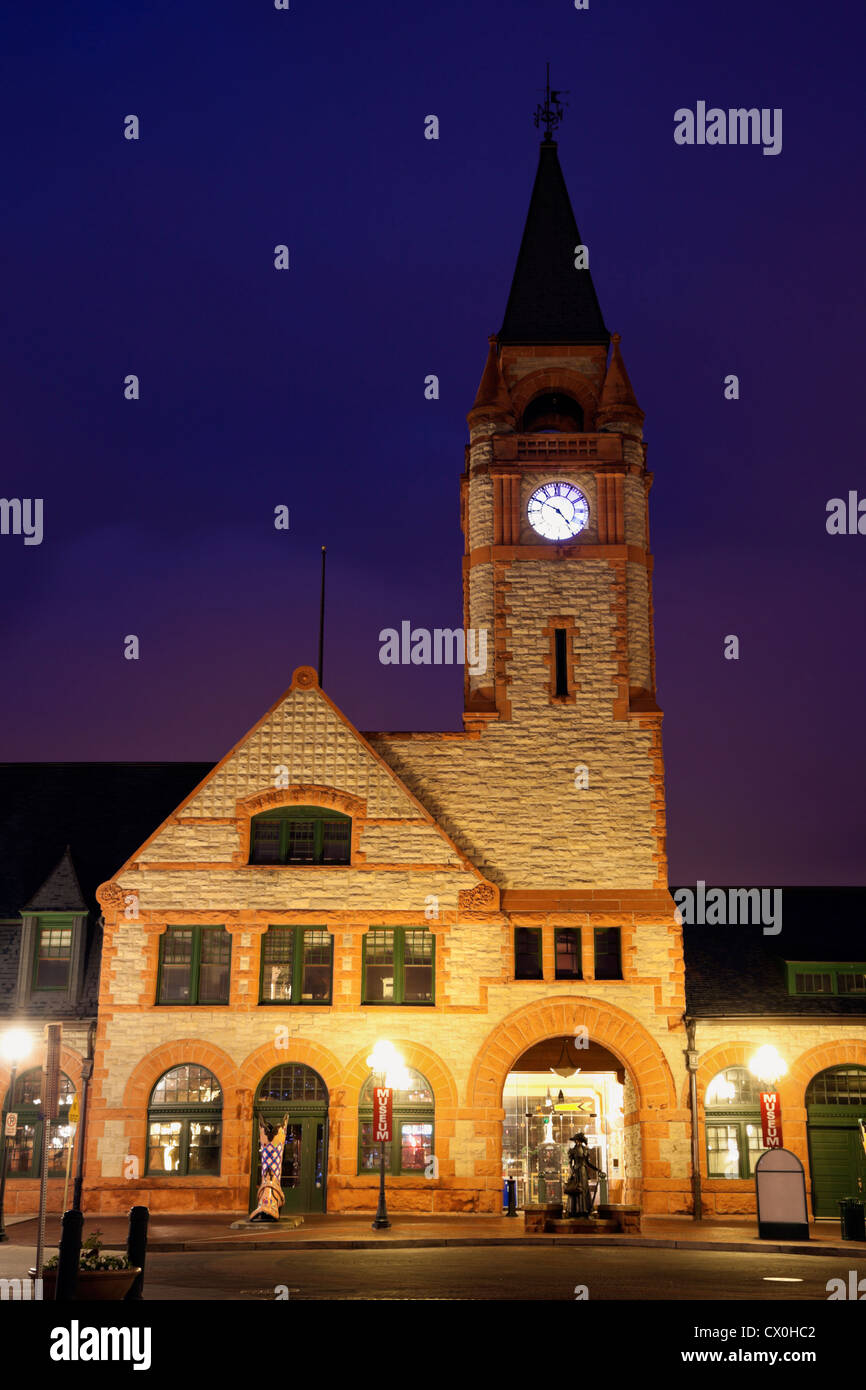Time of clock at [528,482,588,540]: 4:50
